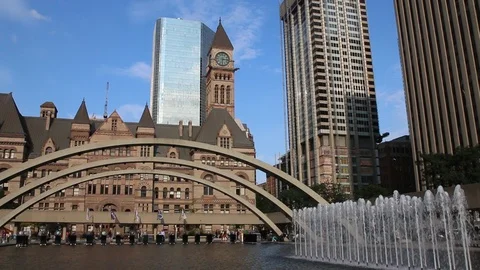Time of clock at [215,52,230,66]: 6:15
